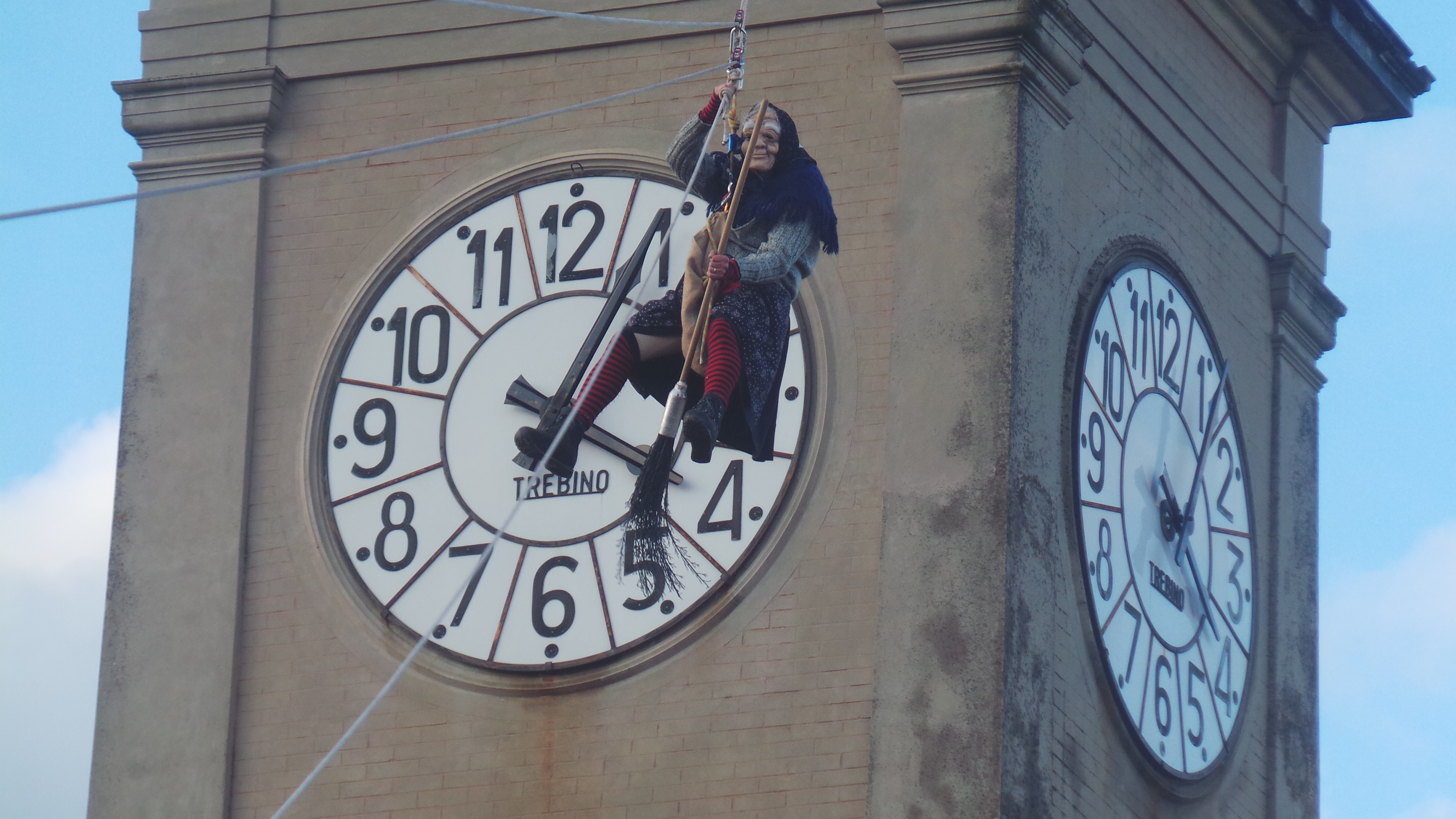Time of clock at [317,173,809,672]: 4:04
